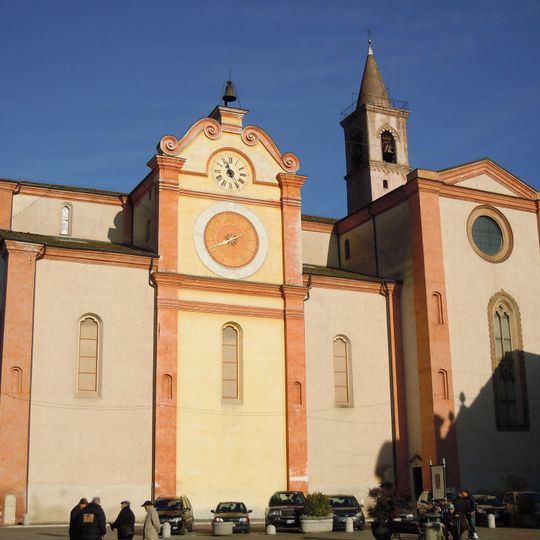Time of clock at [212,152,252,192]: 11:25
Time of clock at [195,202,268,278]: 8:11
